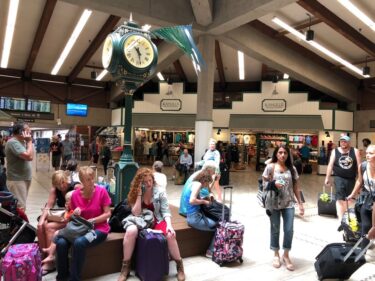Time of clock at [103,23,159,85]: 10:28
